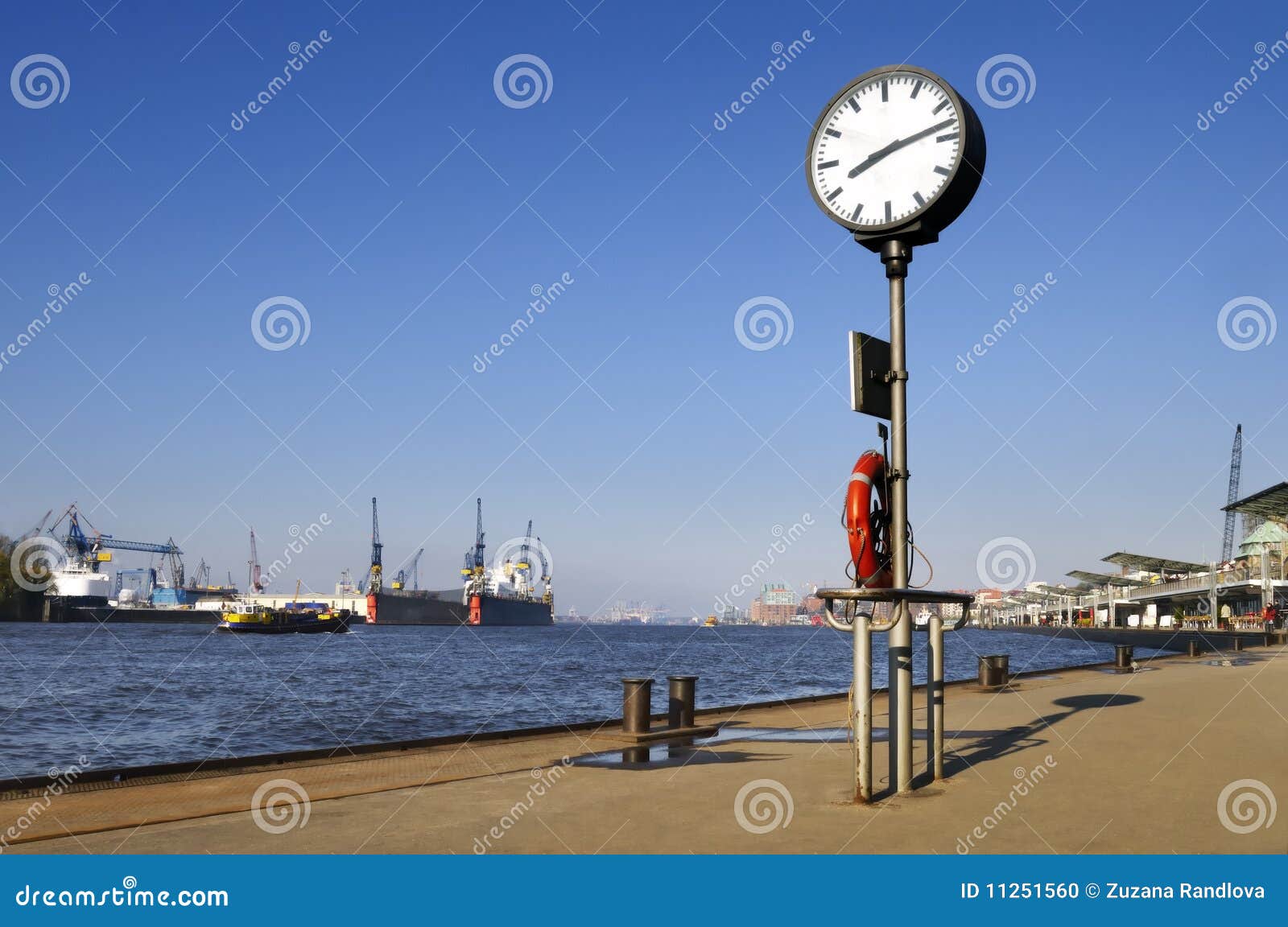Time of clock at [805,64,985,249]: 8:12
